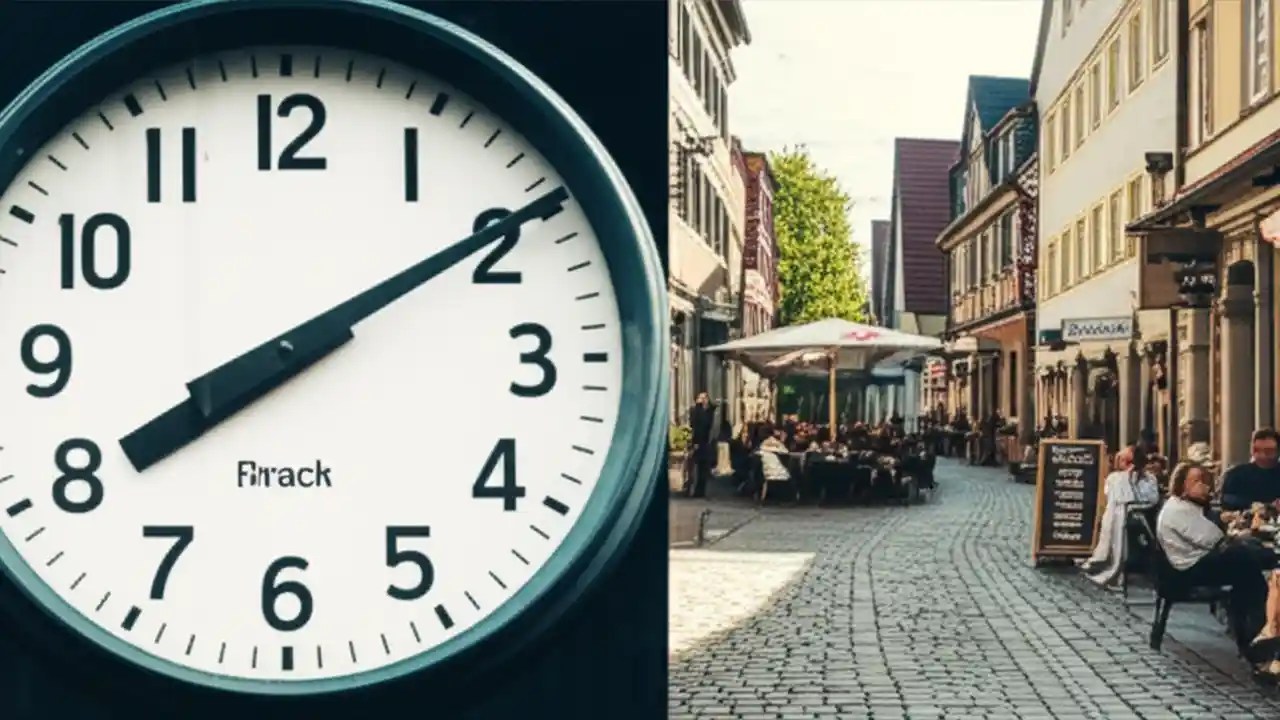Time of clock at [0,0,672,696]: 8:09
